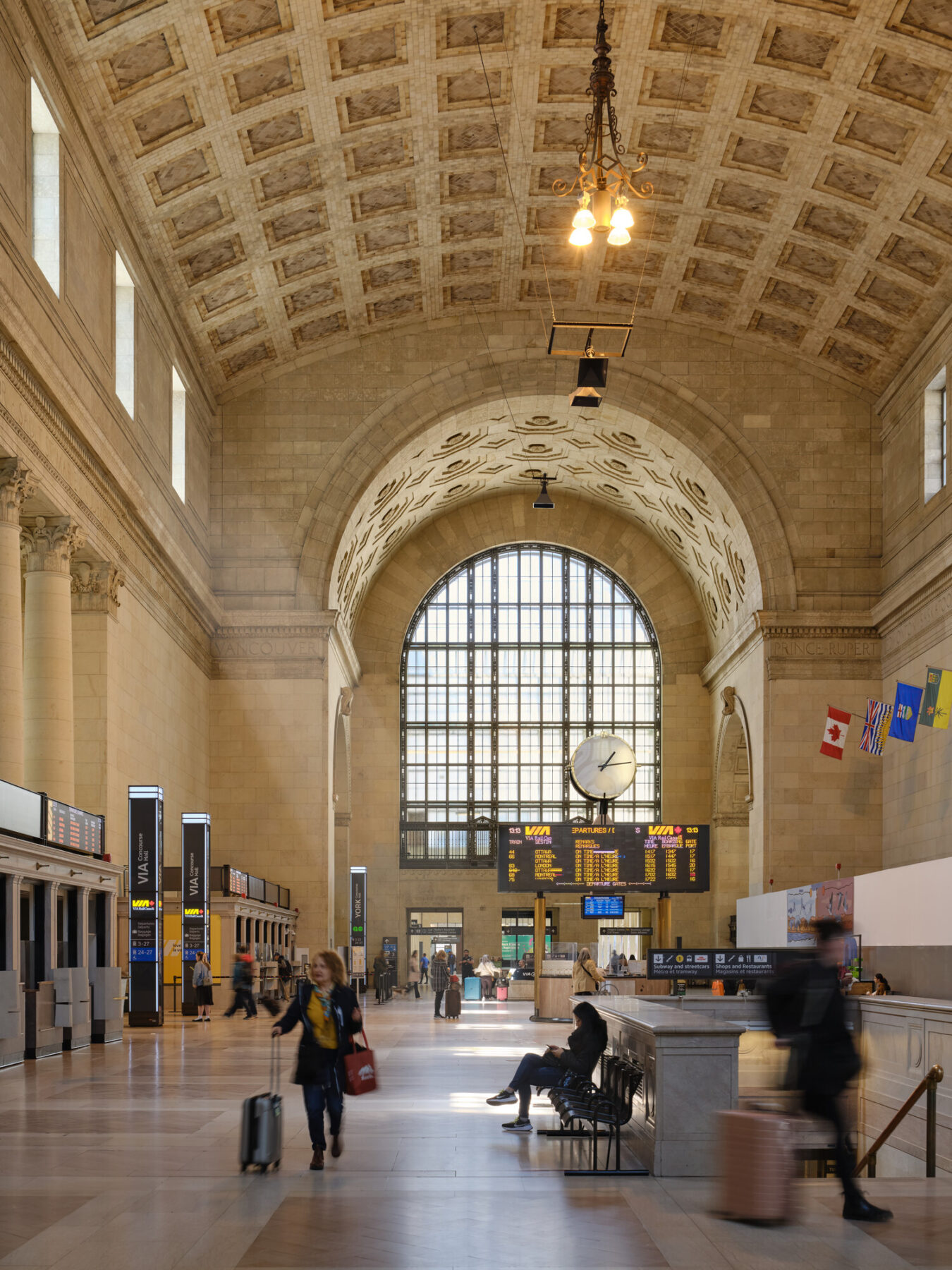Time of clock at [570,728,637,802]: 1:13
